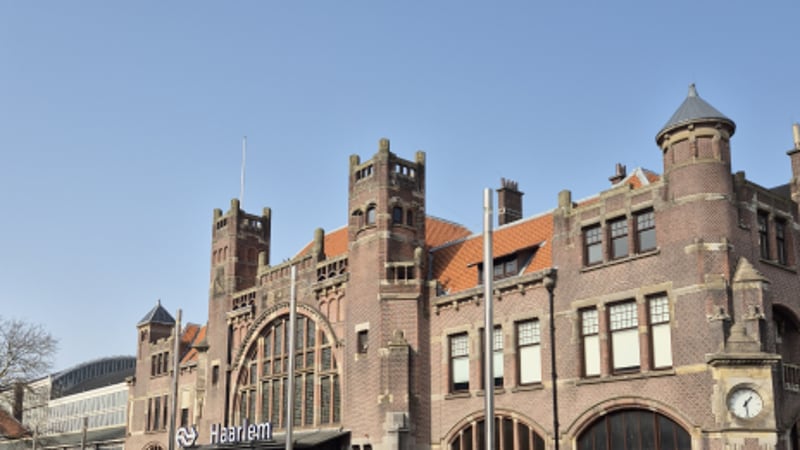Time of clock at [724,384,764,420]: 1:28
